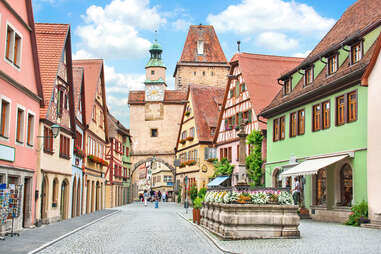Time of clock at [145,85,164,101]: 2:40
